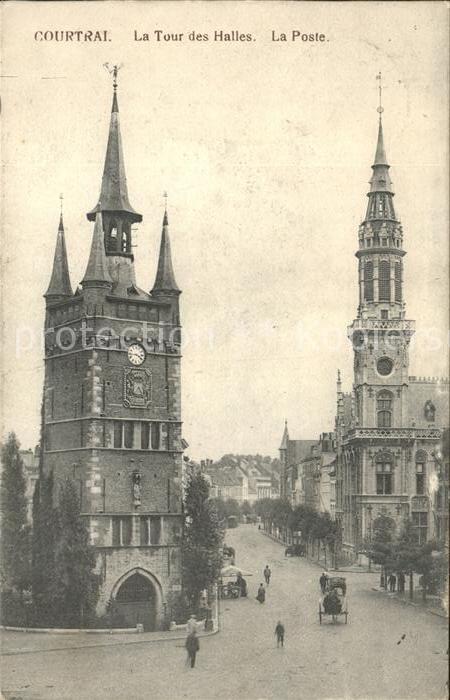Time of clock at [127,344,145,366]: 3:43
